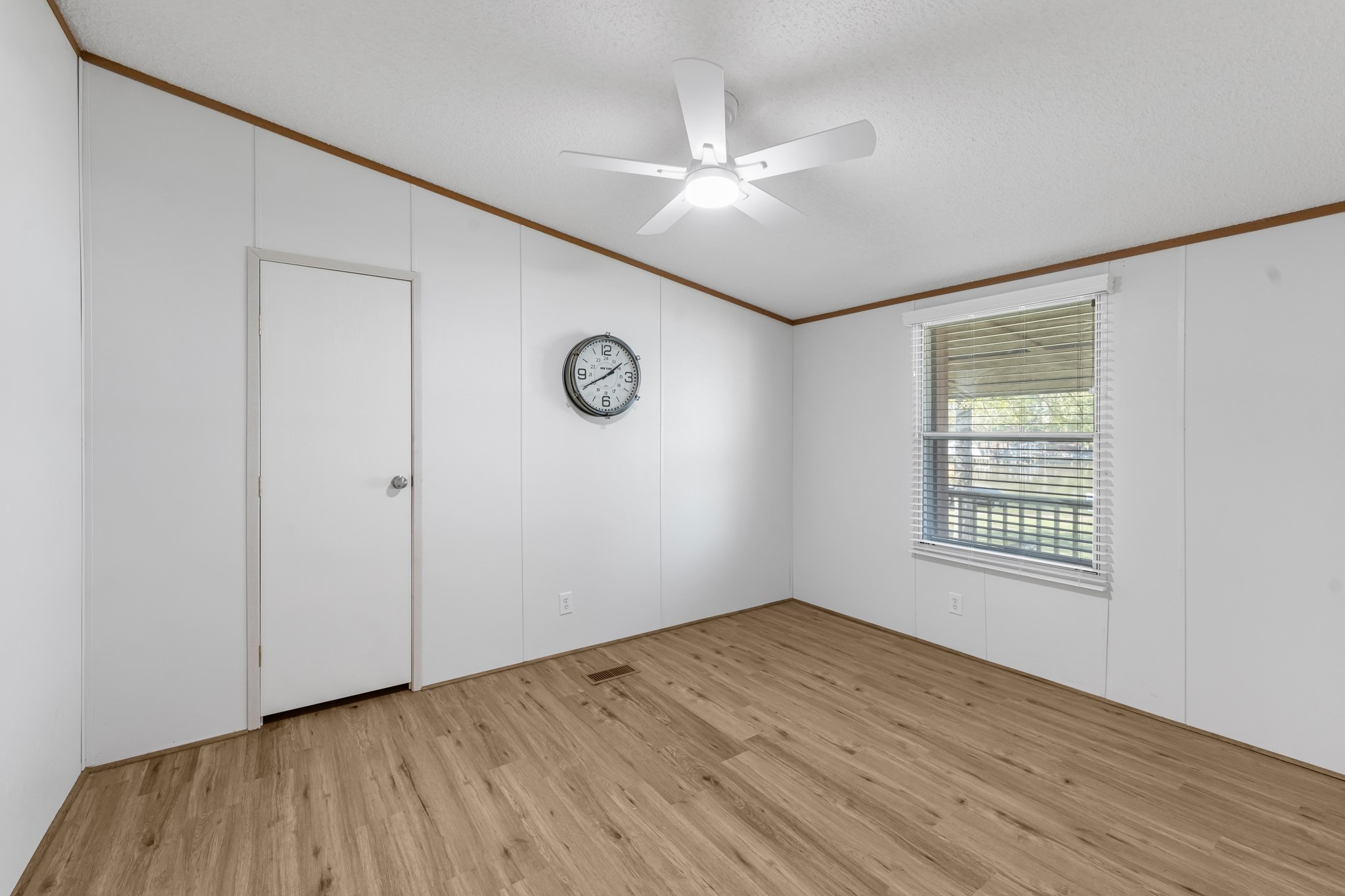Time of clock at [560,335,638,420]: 1:40
